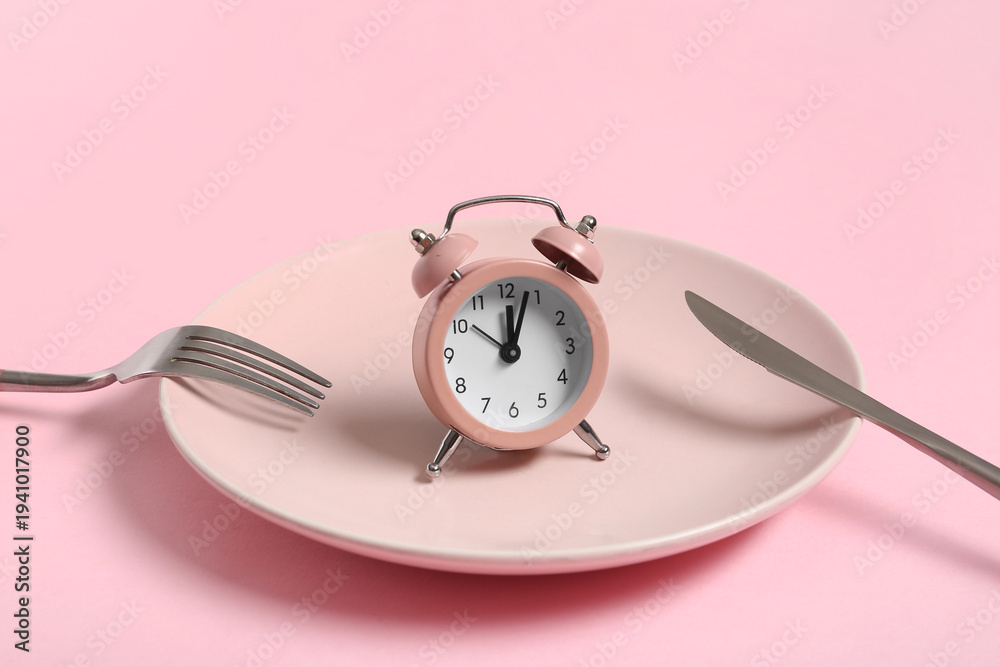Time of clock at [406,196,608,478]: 12:03
